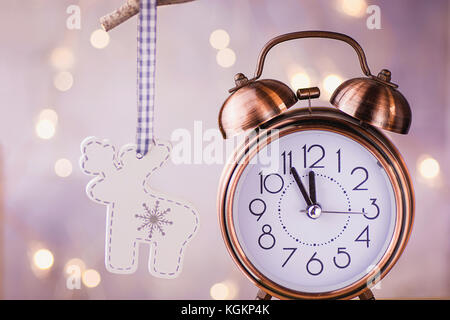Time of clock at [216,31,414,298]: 11:55
